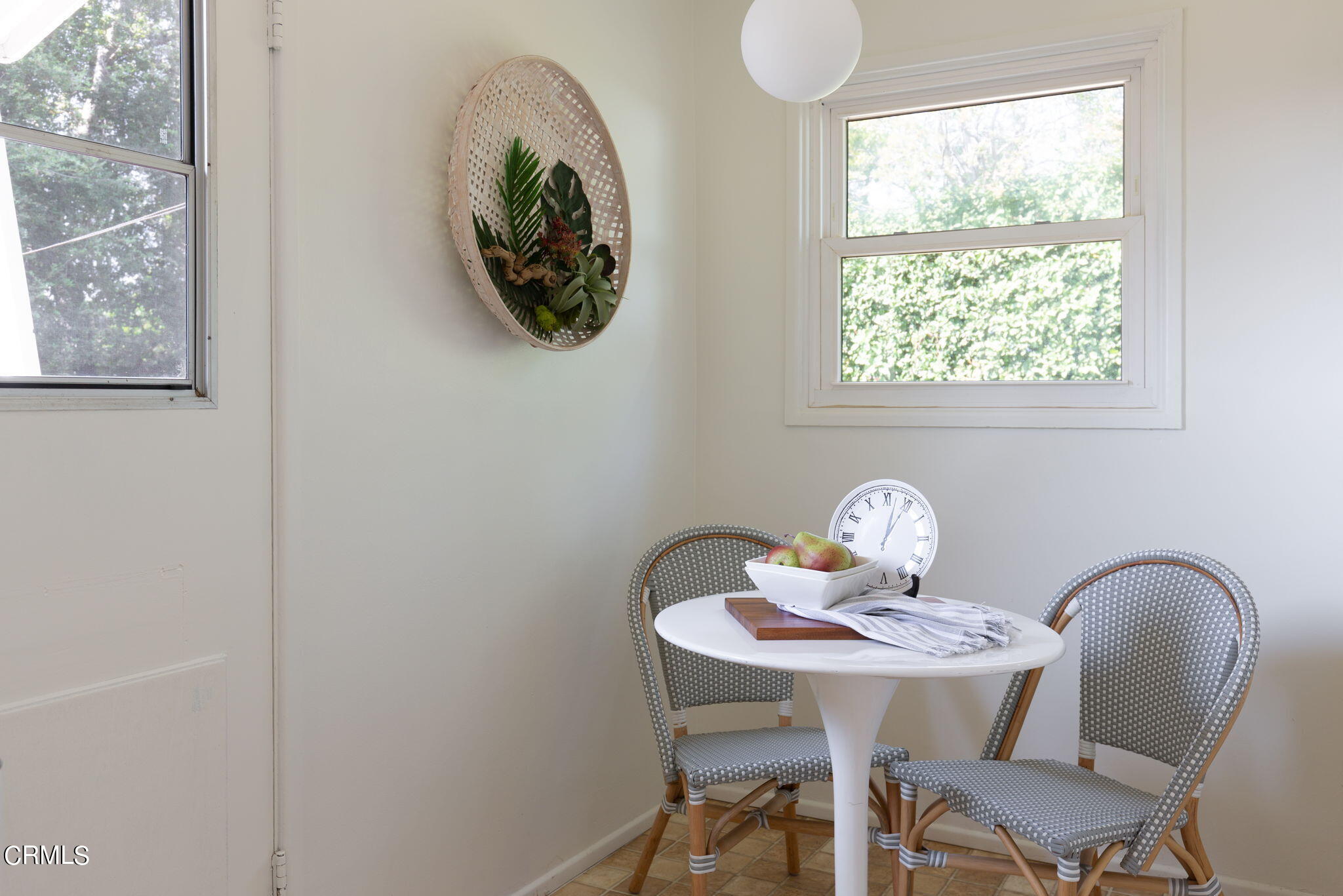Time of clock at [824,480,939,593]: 1:02
